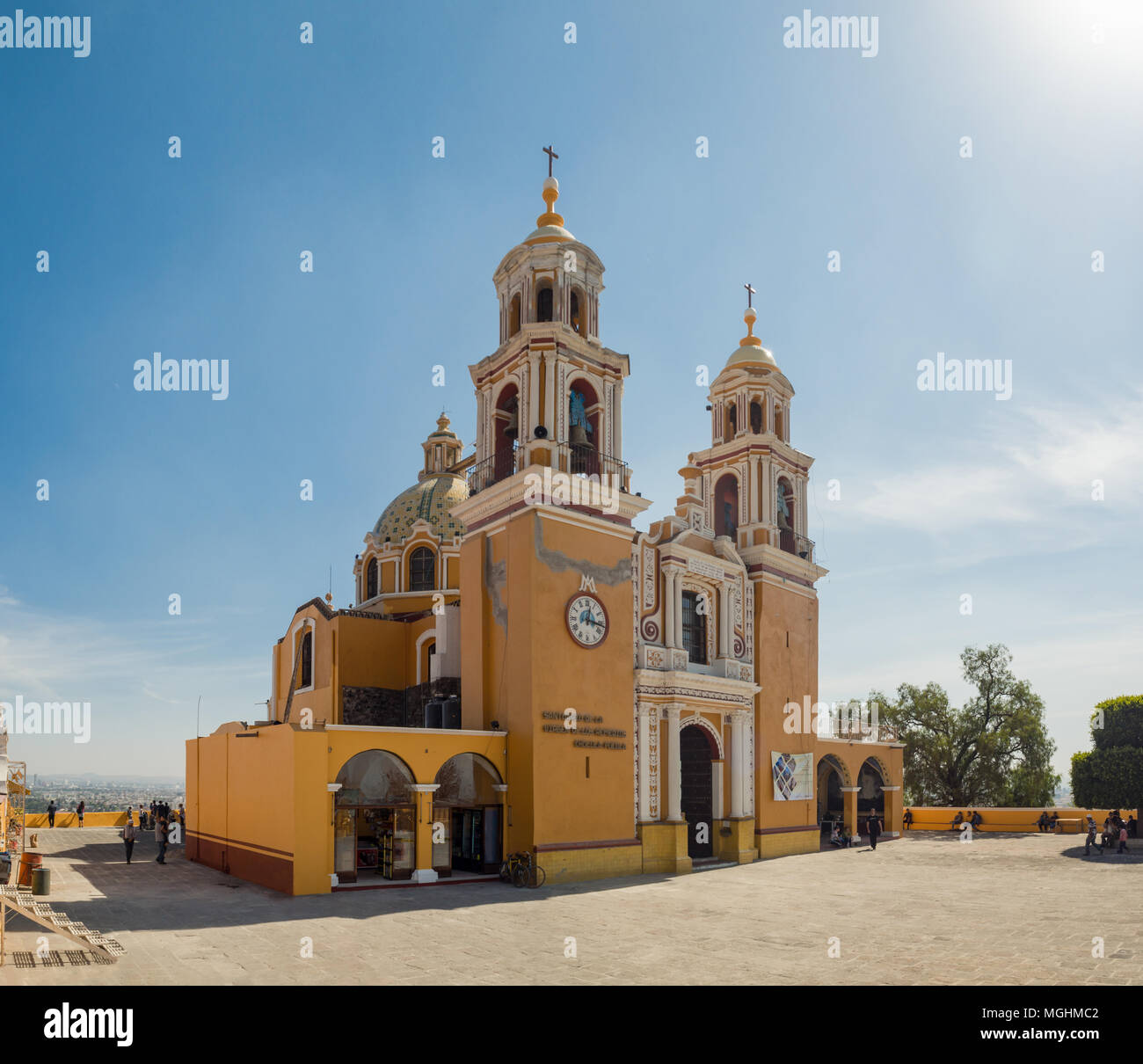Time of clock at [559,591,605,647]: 12:16
